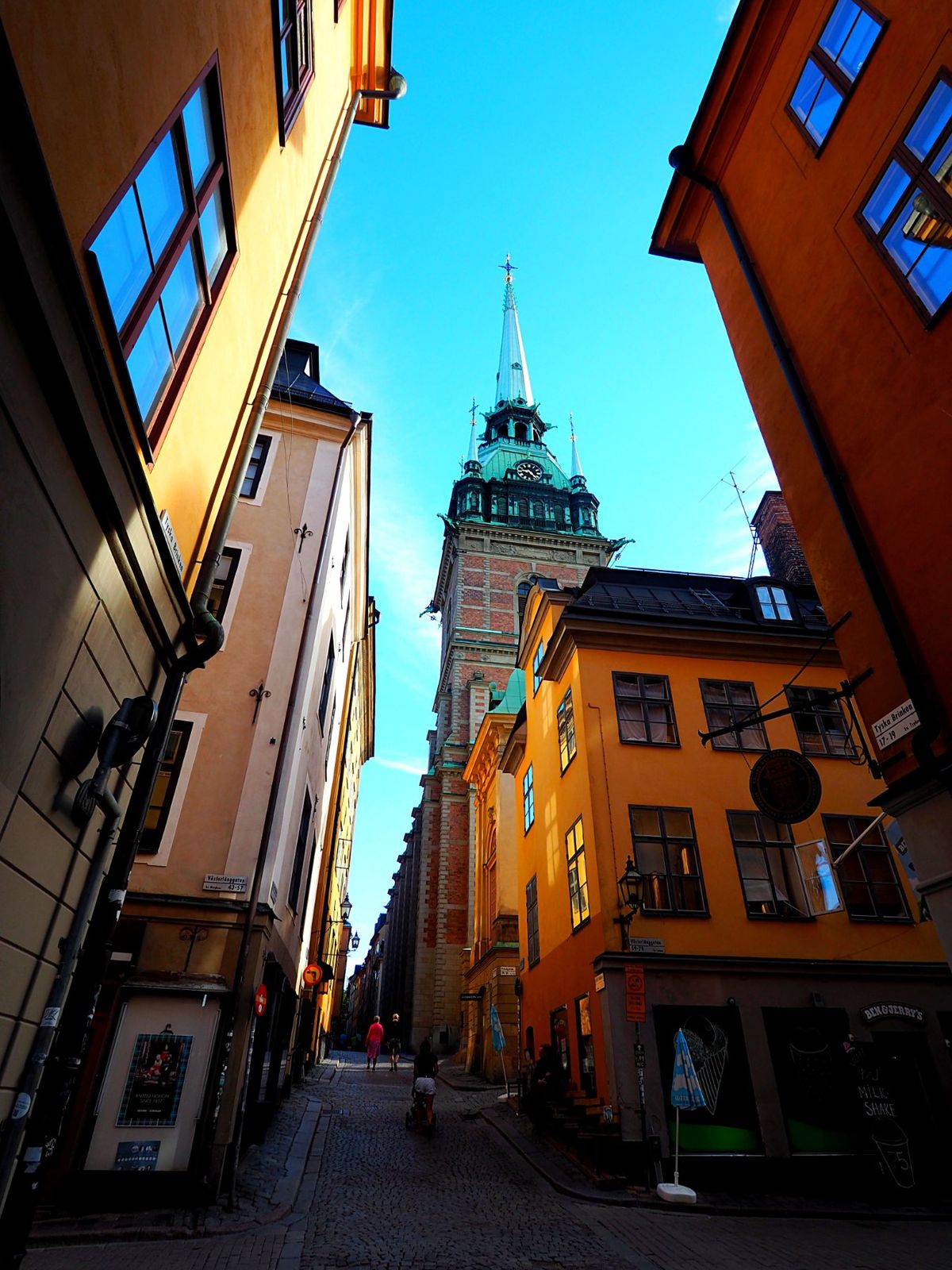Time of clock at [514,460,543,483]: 9:22
